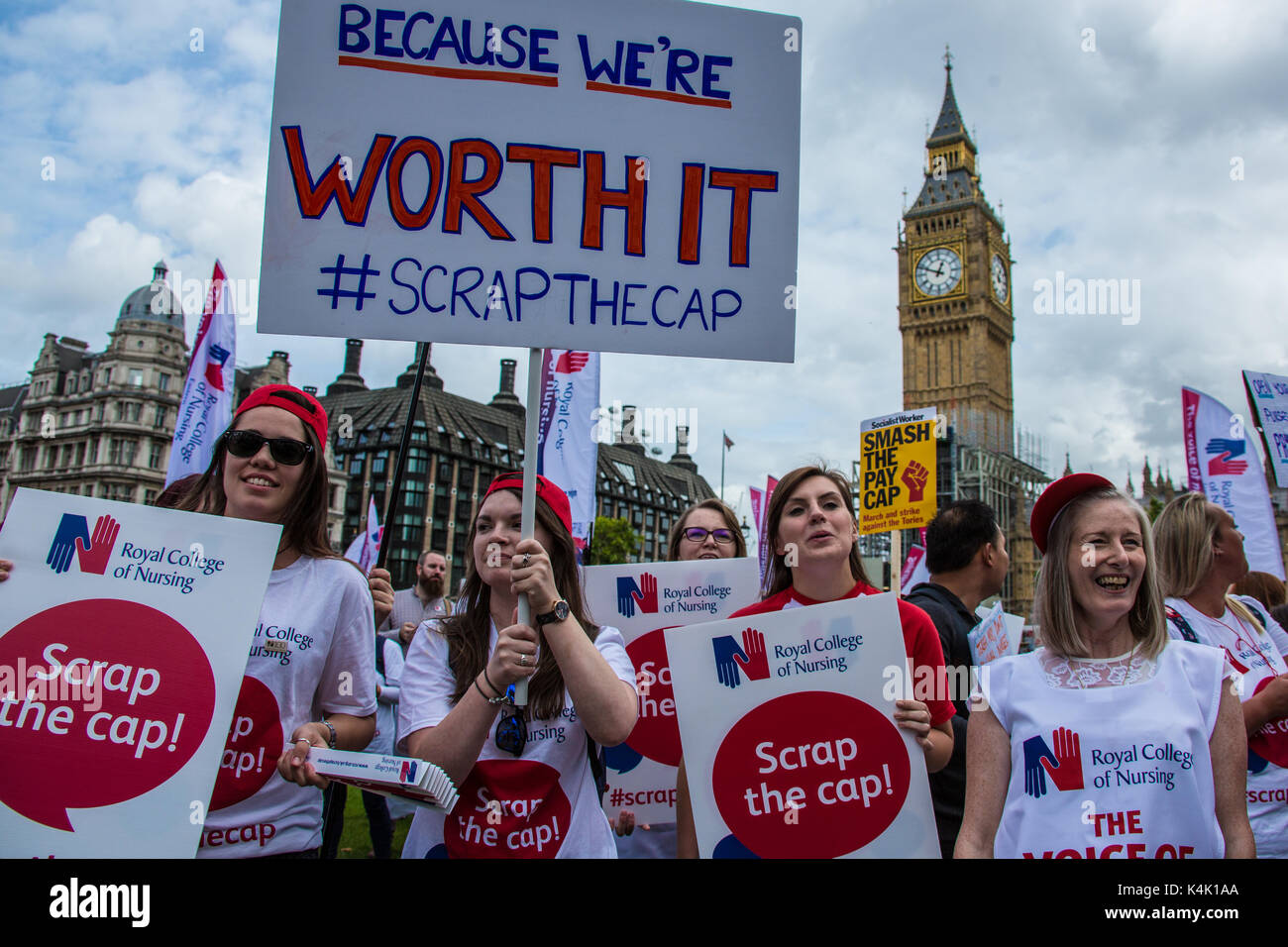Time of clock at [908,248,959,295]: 12:48
